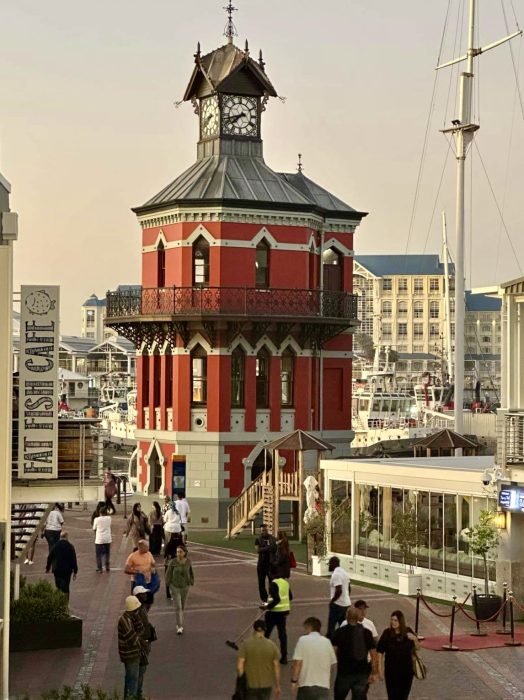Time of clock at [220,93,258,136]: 7:42
